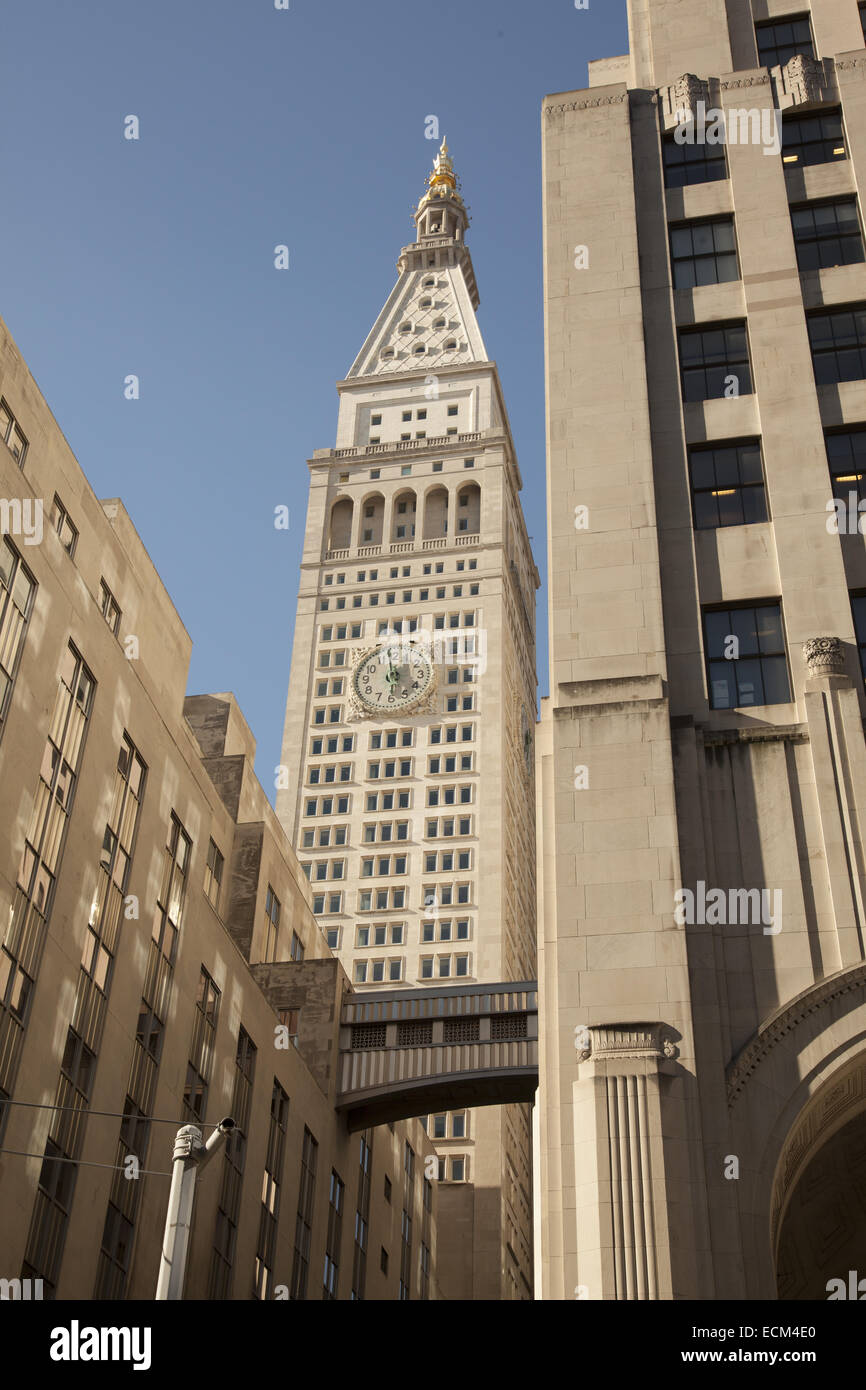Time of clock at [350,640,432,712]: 5:59
